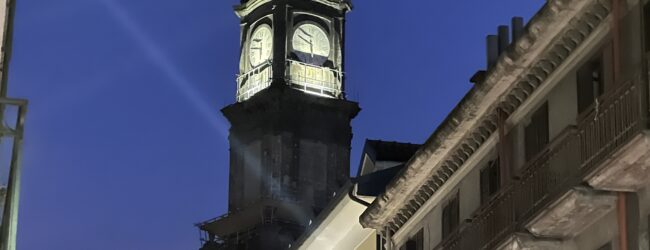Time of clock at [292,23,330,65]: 5:49
